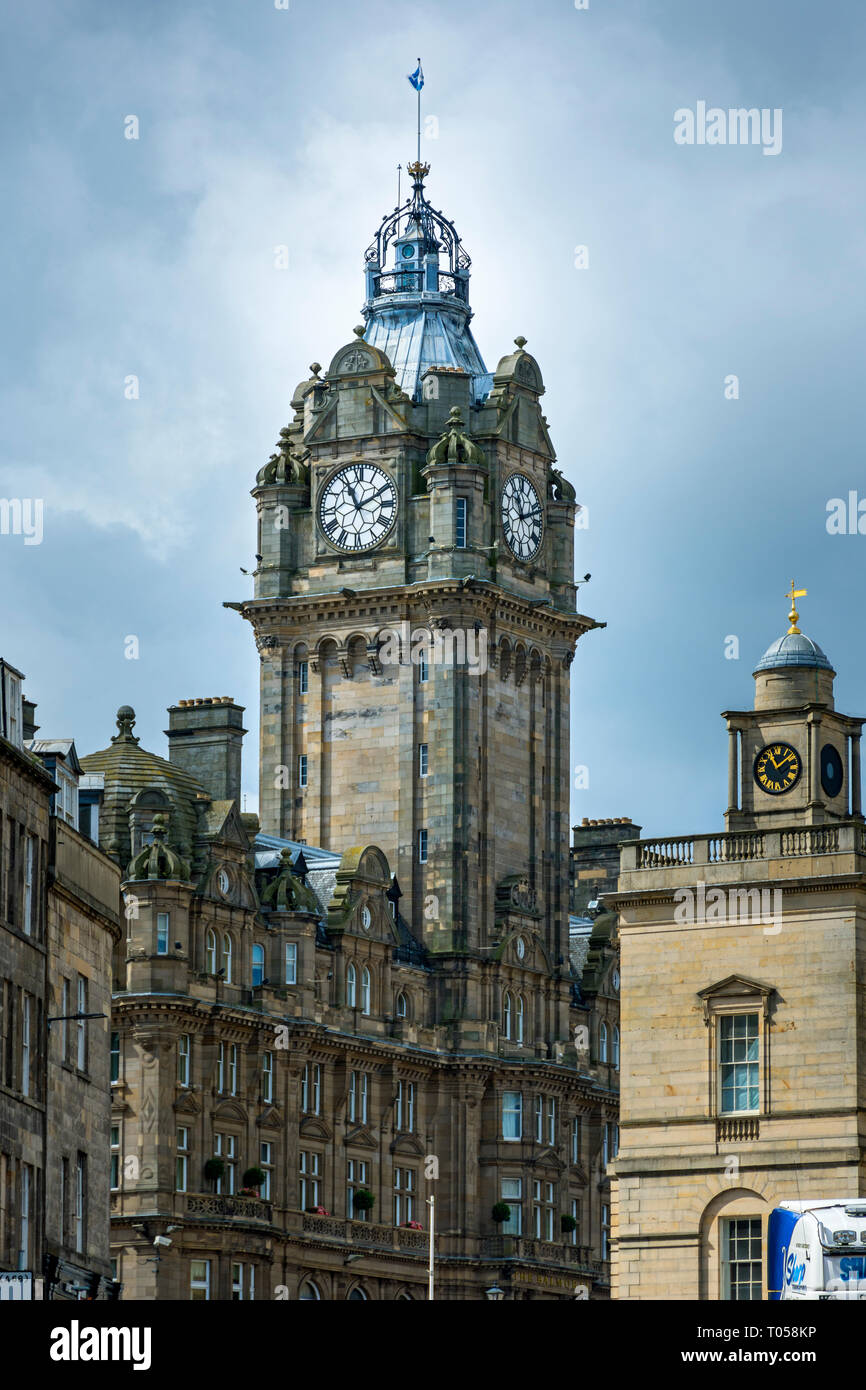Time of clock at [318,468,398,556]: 11:10
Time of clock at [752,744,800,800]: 11:08
